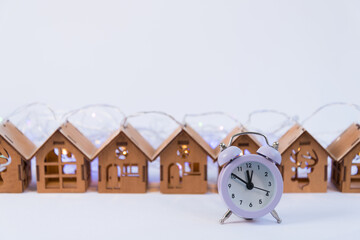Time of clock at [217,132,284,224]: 11:50
